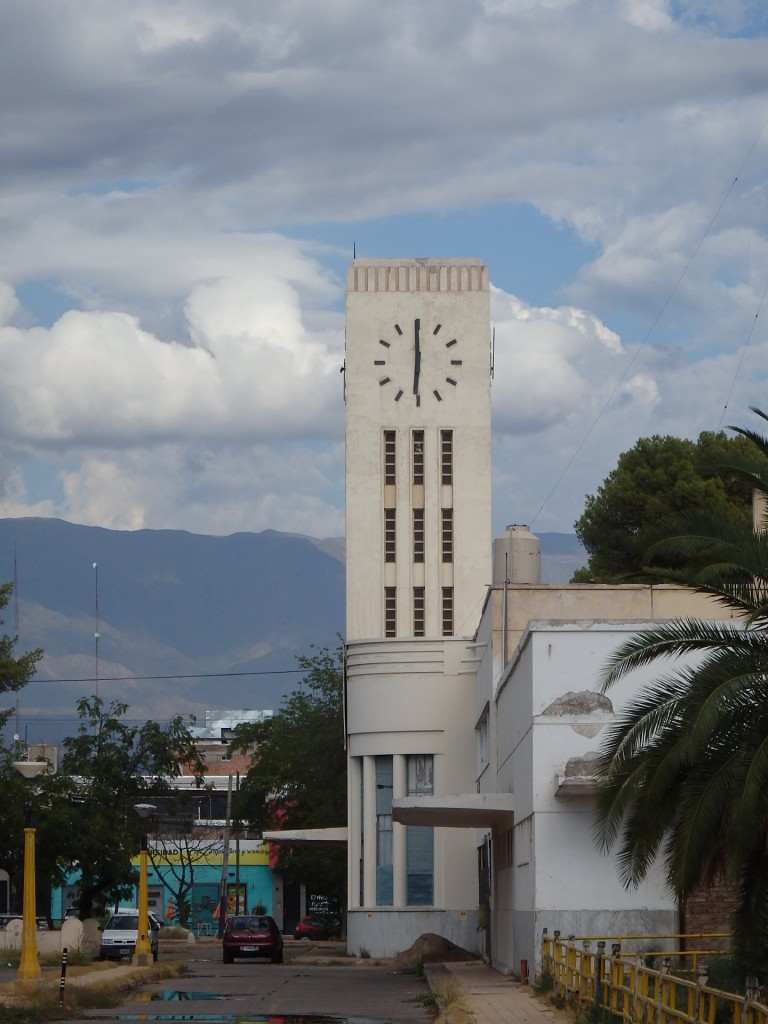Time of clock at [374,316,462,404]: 5:59
